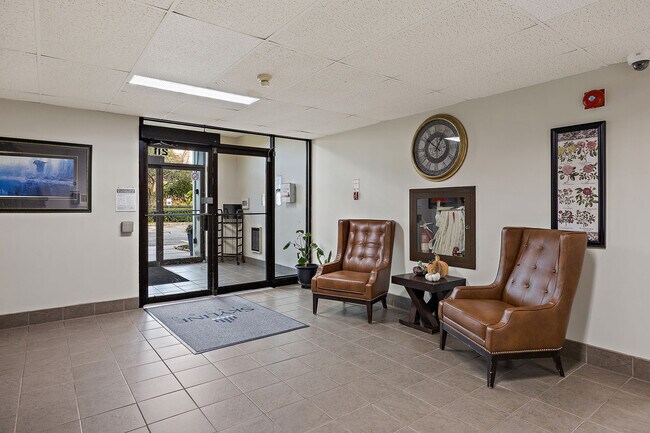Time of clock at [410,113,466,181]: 12:51
